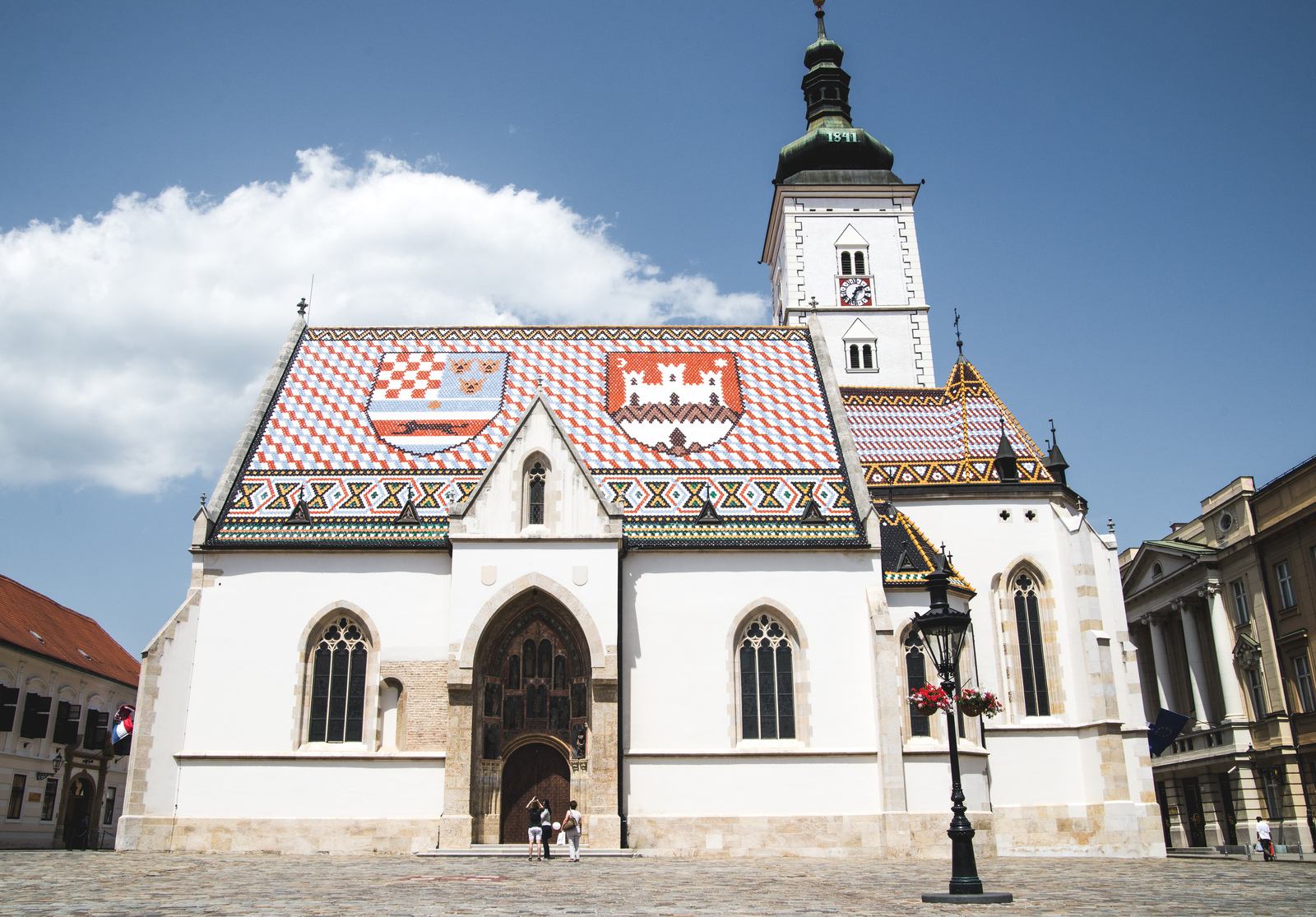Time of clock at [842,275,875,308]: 1:33
